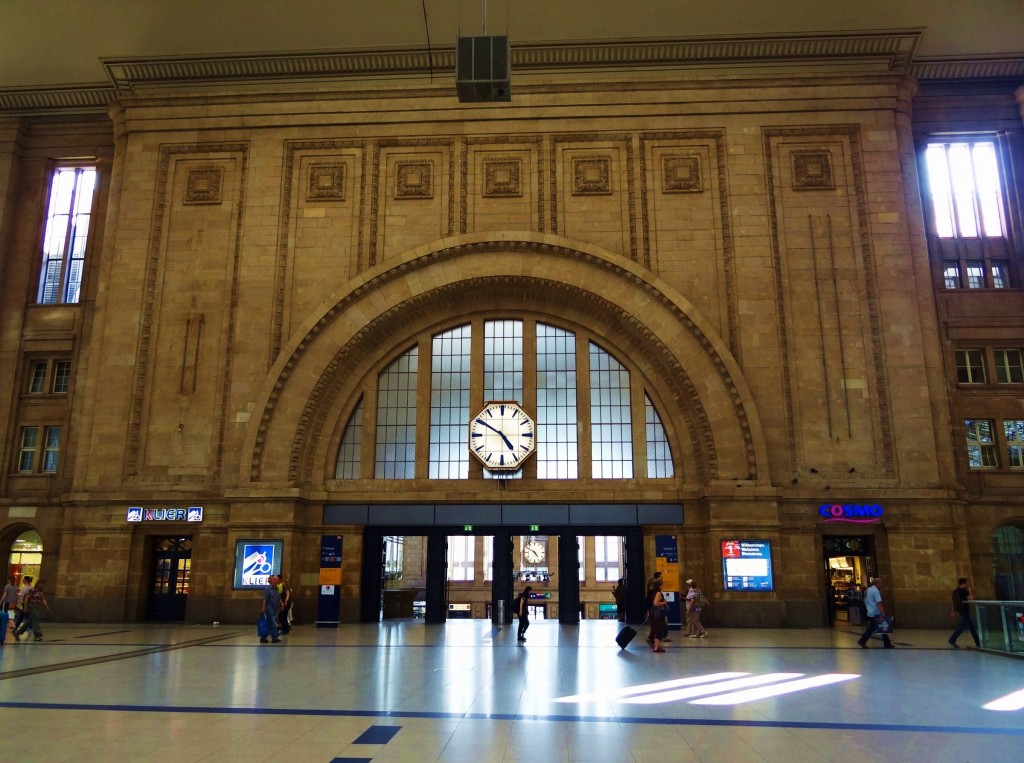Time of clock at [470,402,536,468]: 4:50
